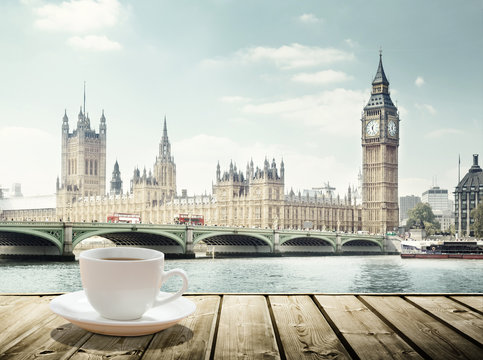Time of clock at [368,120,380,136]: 12:26
